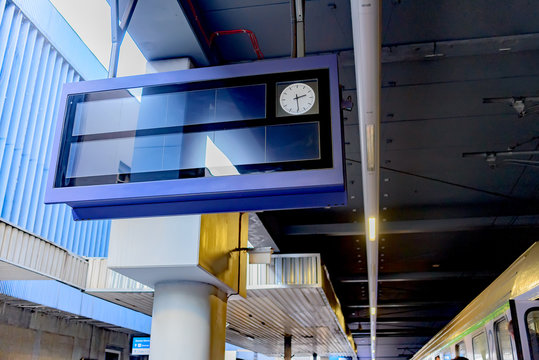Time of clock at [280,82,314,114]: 2:29
